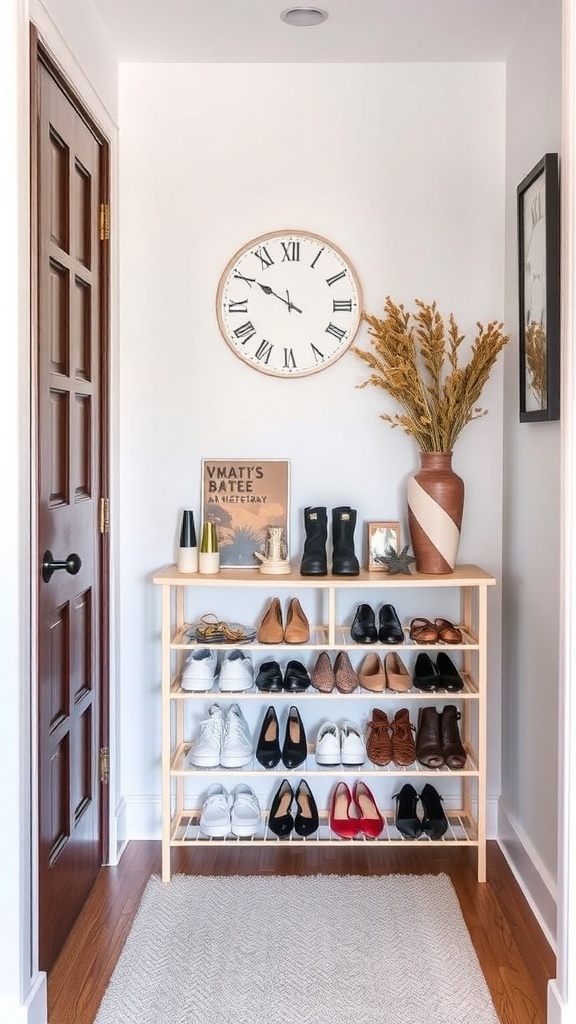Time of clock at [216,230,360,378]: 9:50
